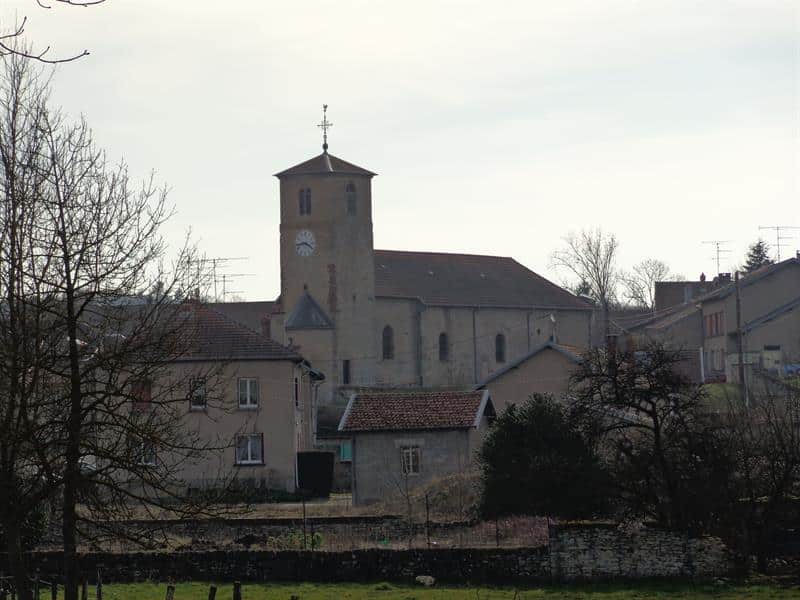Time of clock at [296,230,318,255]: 3:43
